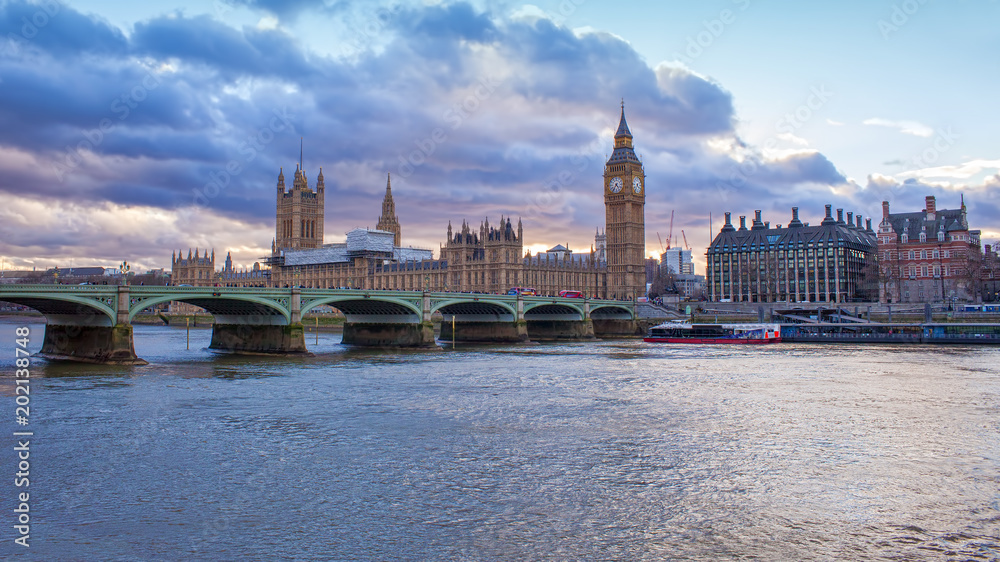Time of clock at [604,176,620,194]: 4:36
